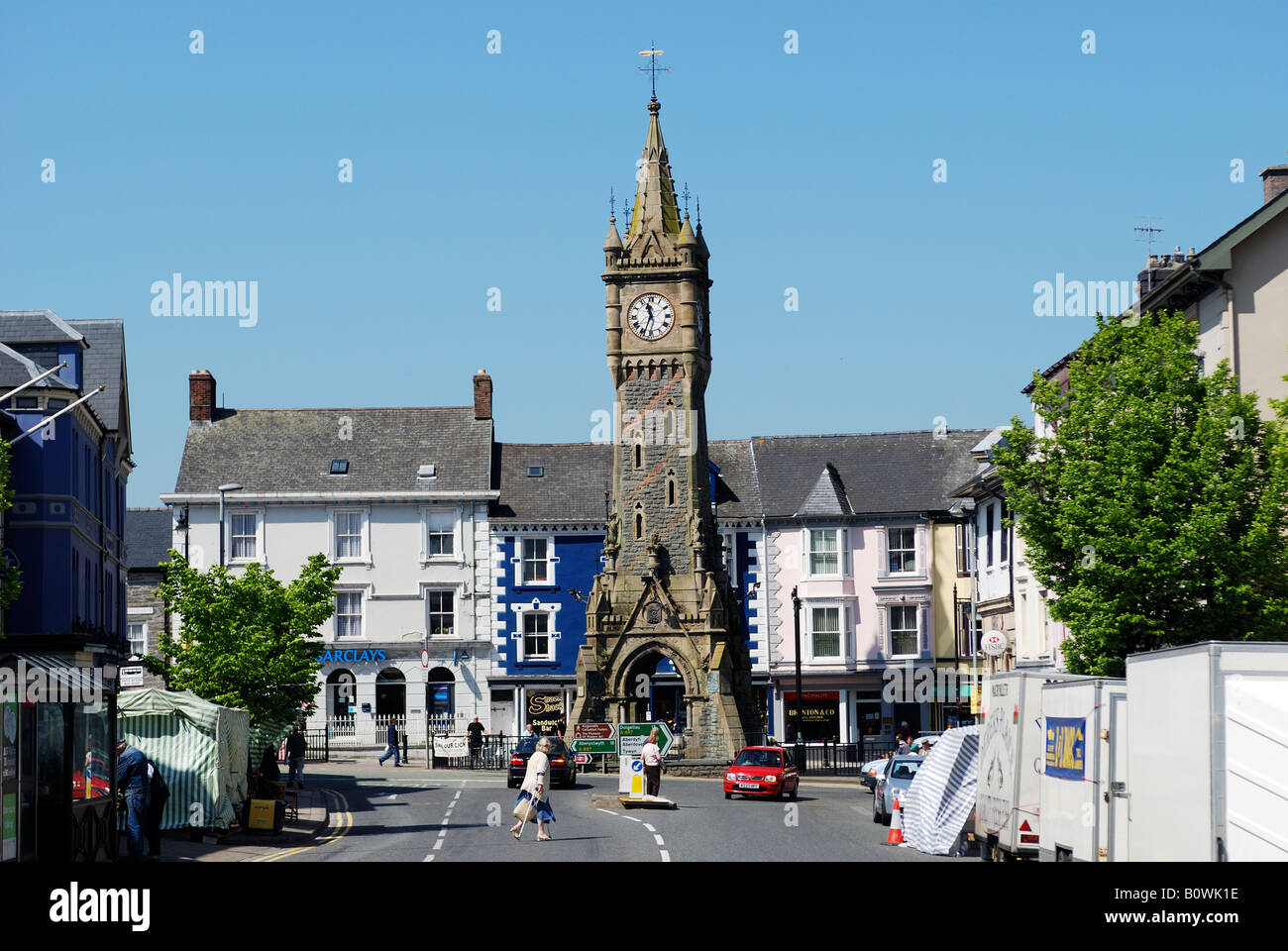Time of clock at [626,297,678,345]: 11:33
